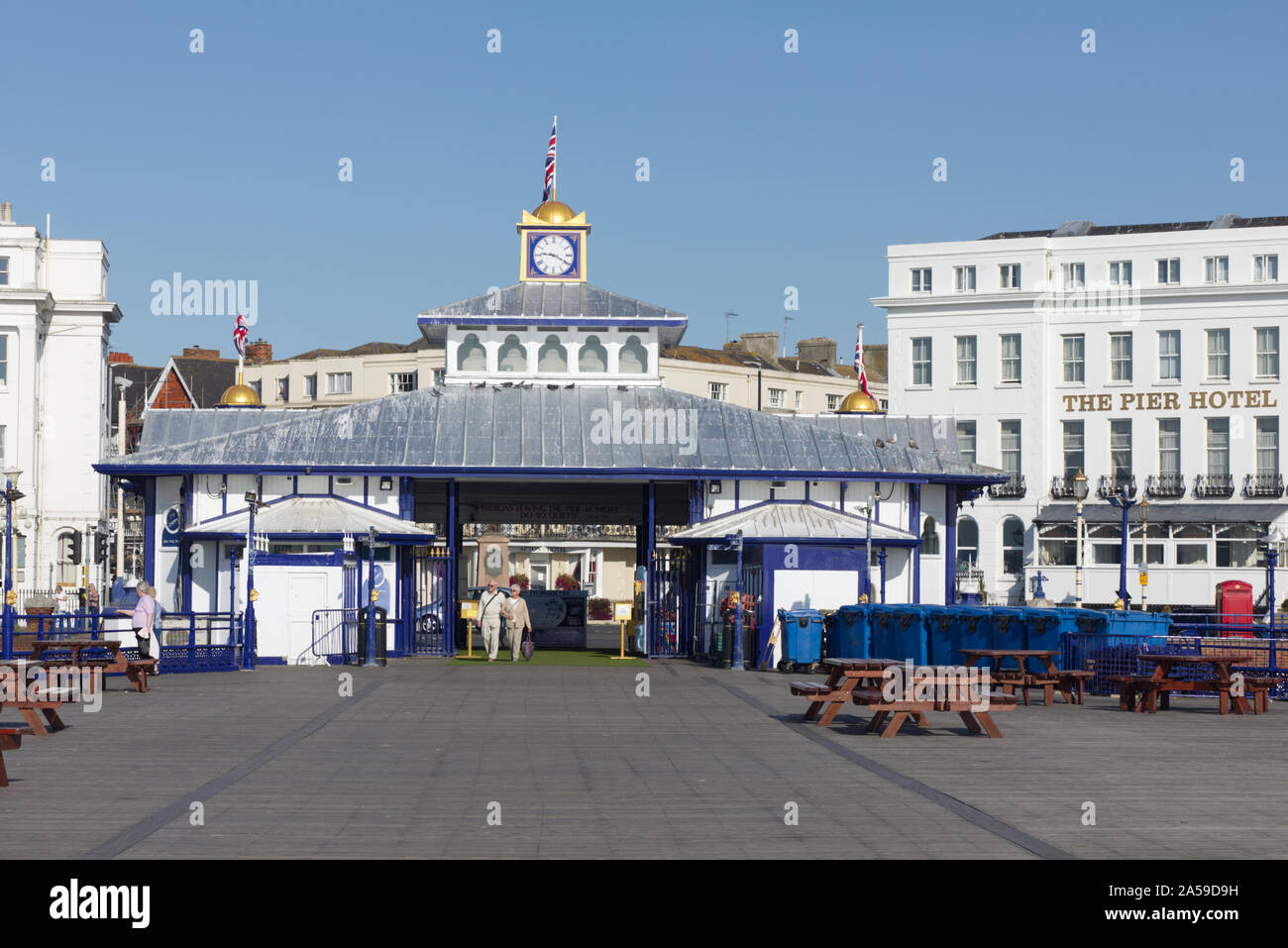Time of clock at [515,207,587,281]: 9:19
